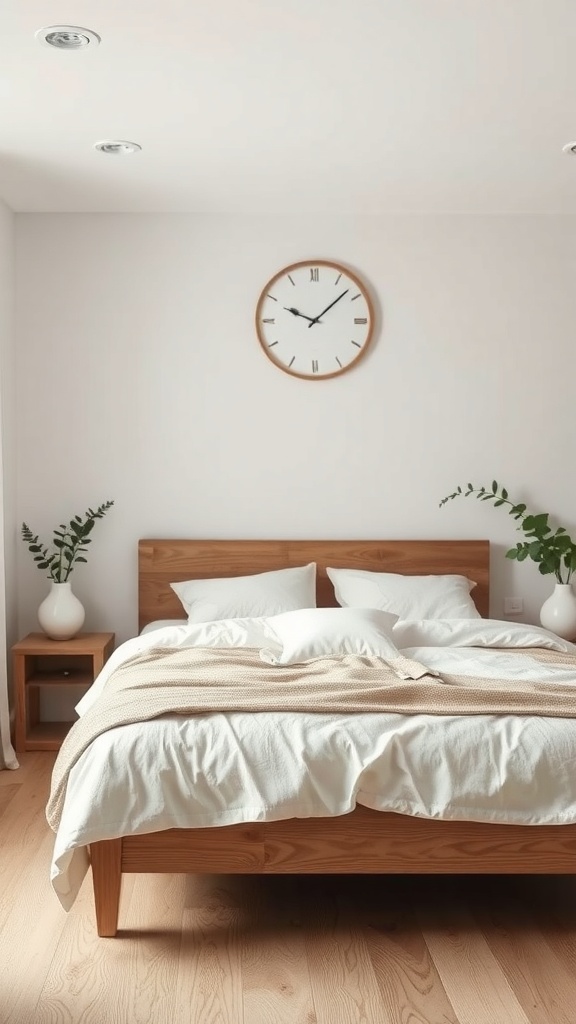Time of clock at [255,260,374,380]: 10:07
